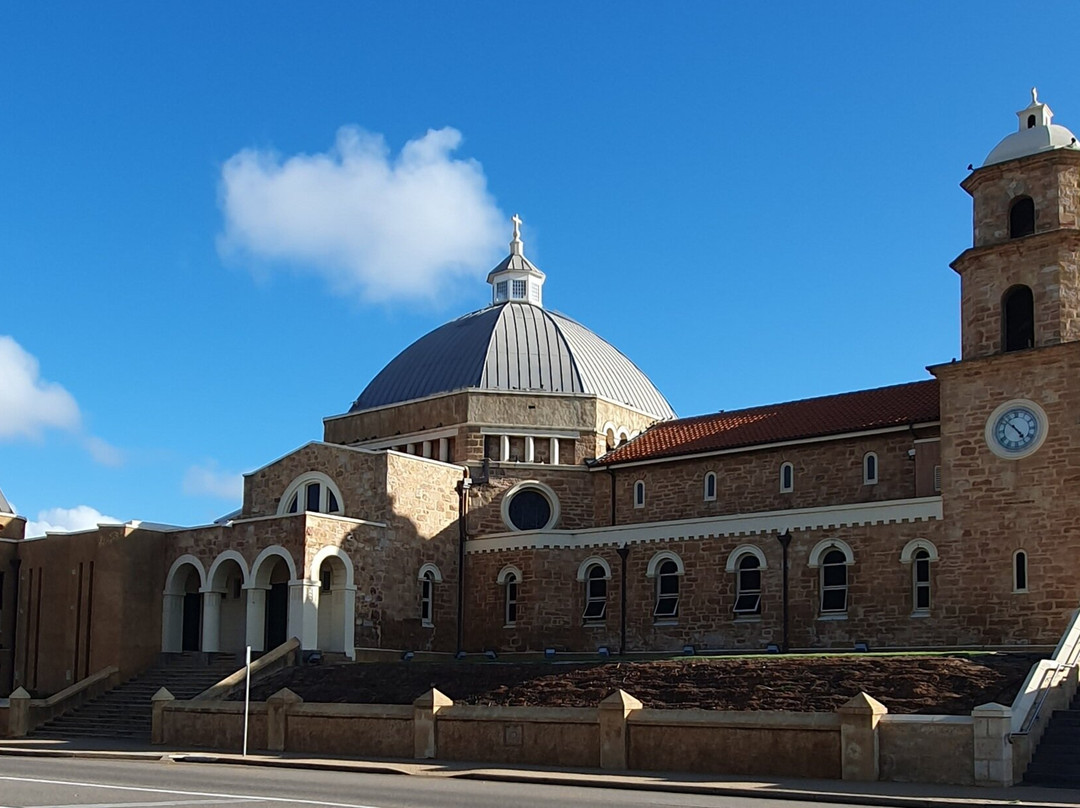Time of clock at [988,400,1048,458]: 4:52
